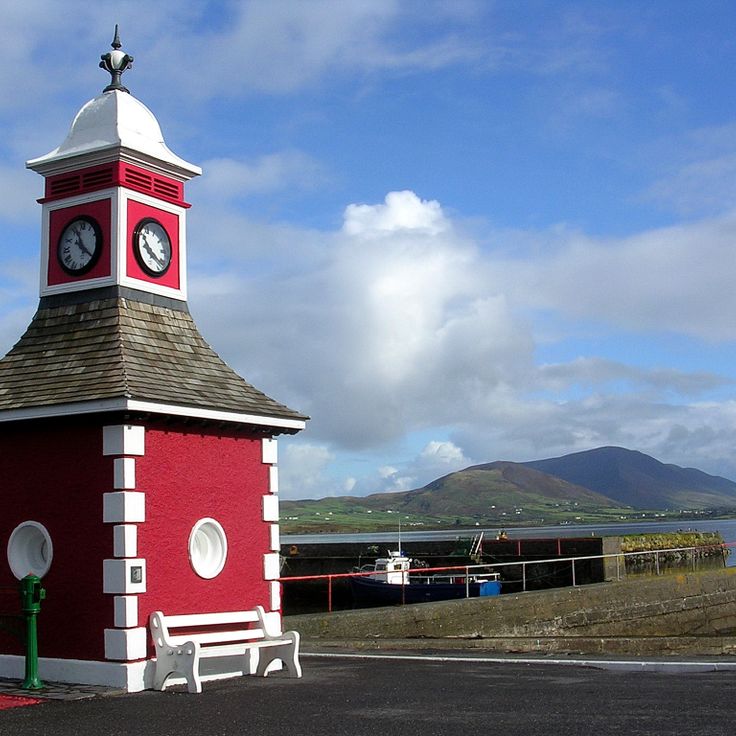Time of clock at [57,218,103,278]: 11:21
